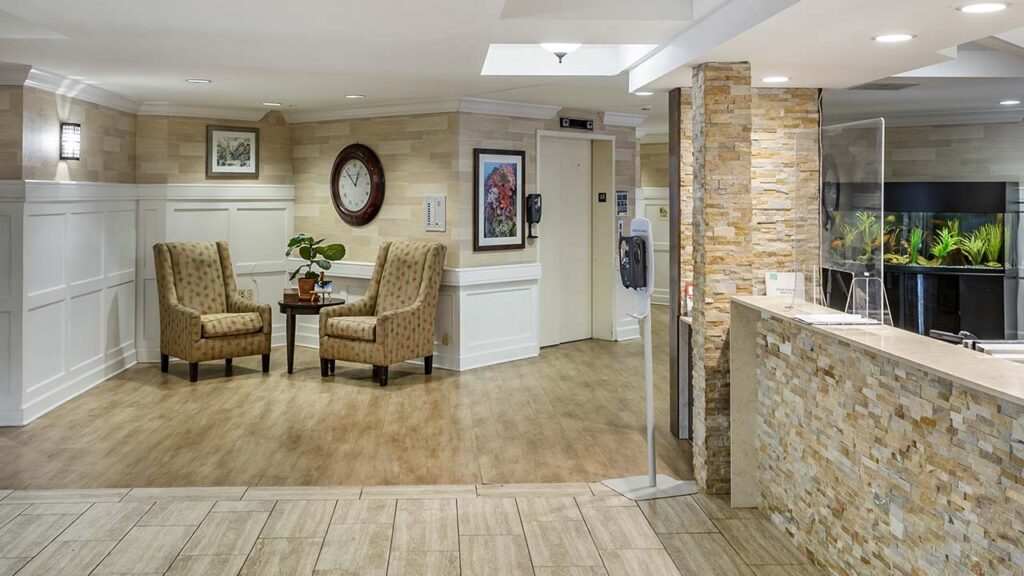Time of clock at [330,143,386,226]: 12:52
